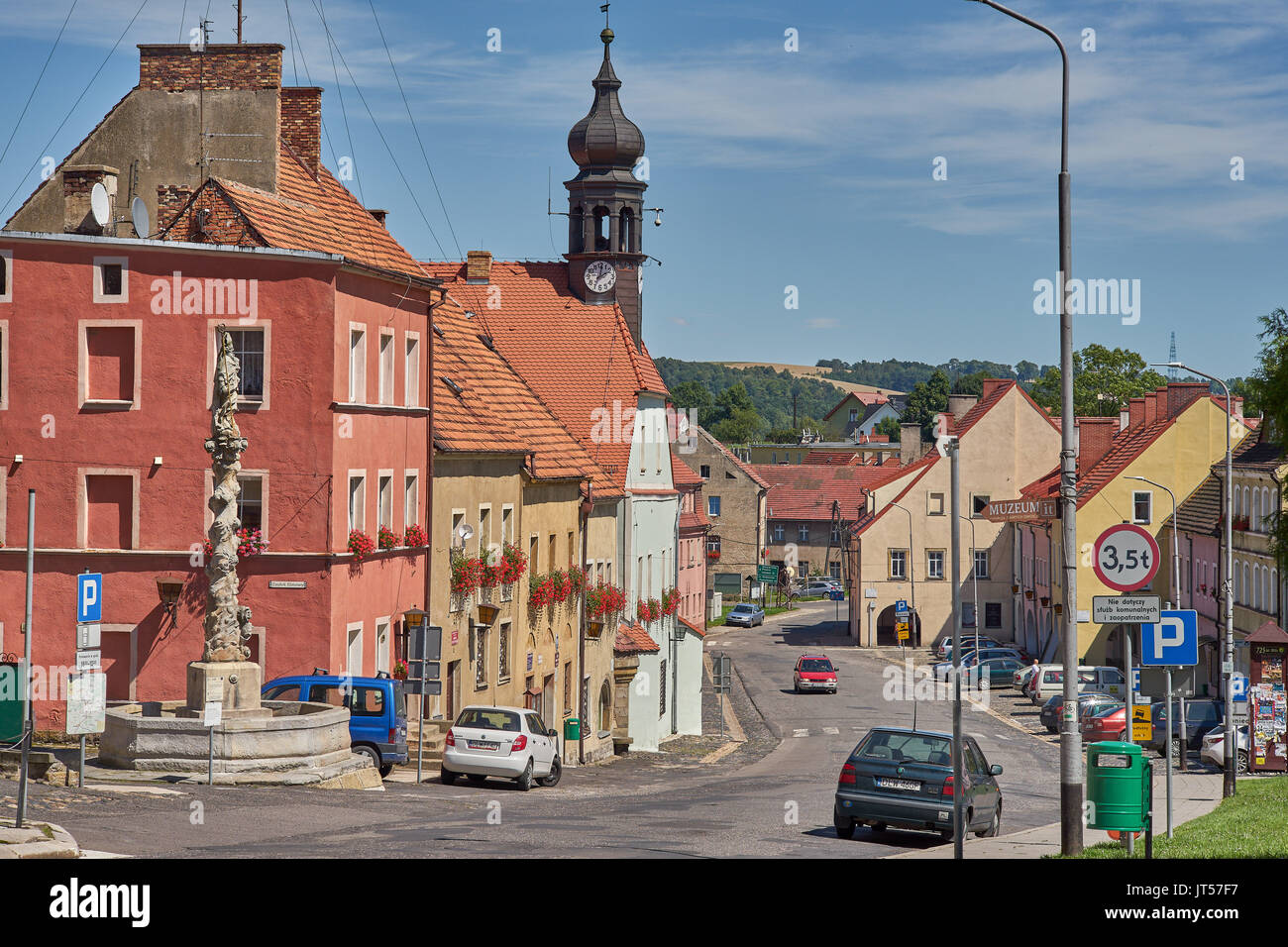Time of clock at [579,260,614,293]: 2:01
